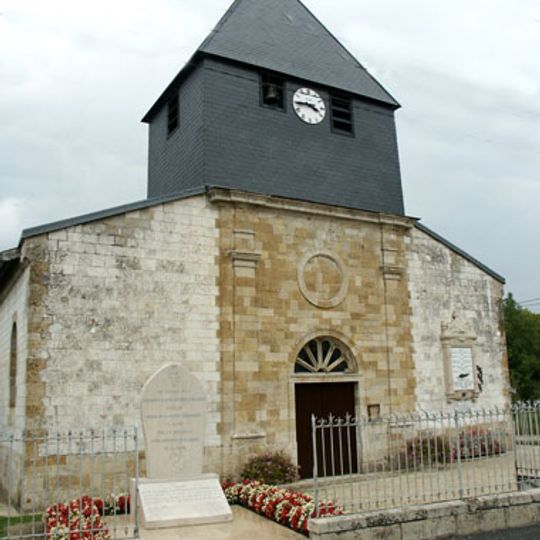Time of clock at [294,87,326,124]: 3:44
